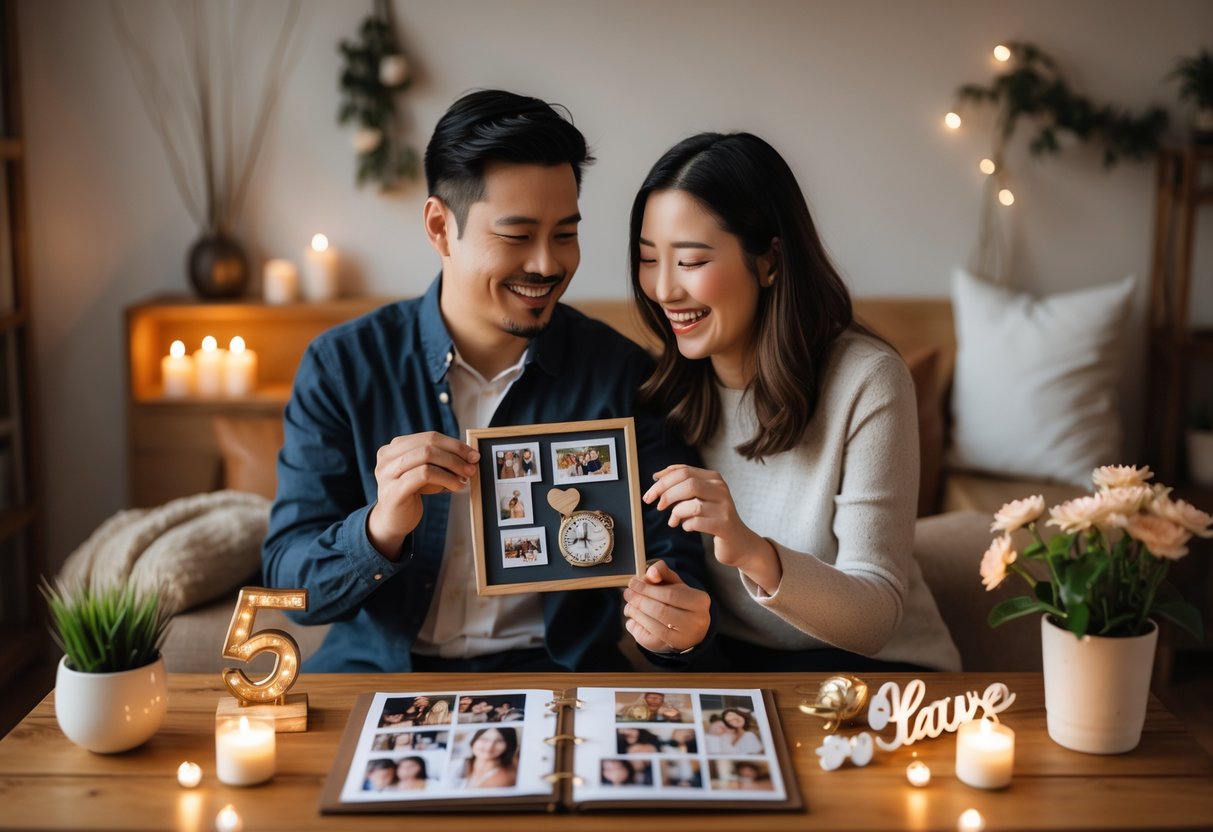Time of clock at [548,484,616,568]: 9:01
